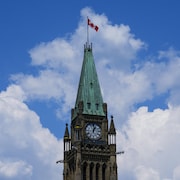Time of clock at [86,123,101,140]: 1:00
